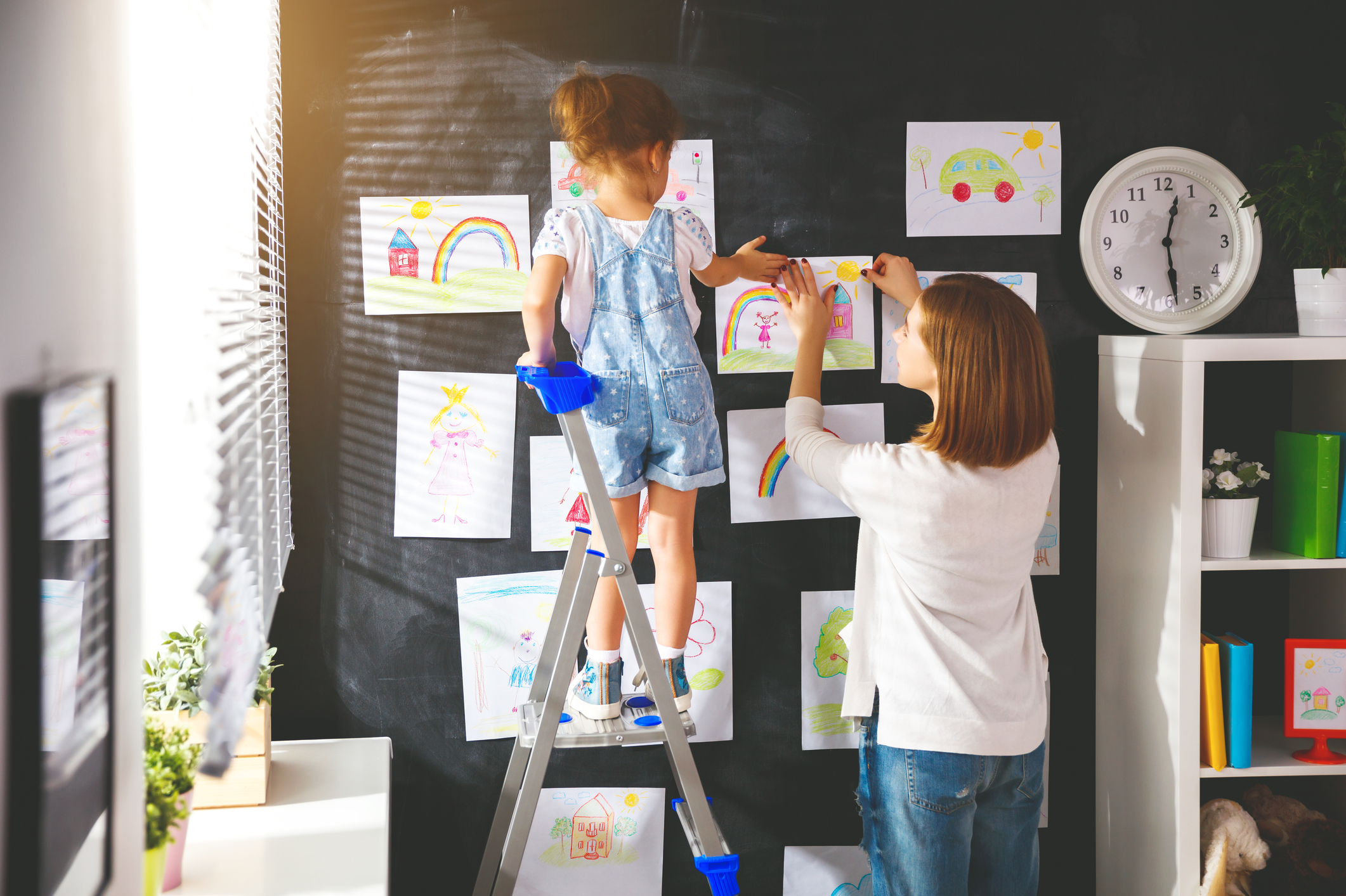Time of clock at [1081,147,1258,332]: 12:28
